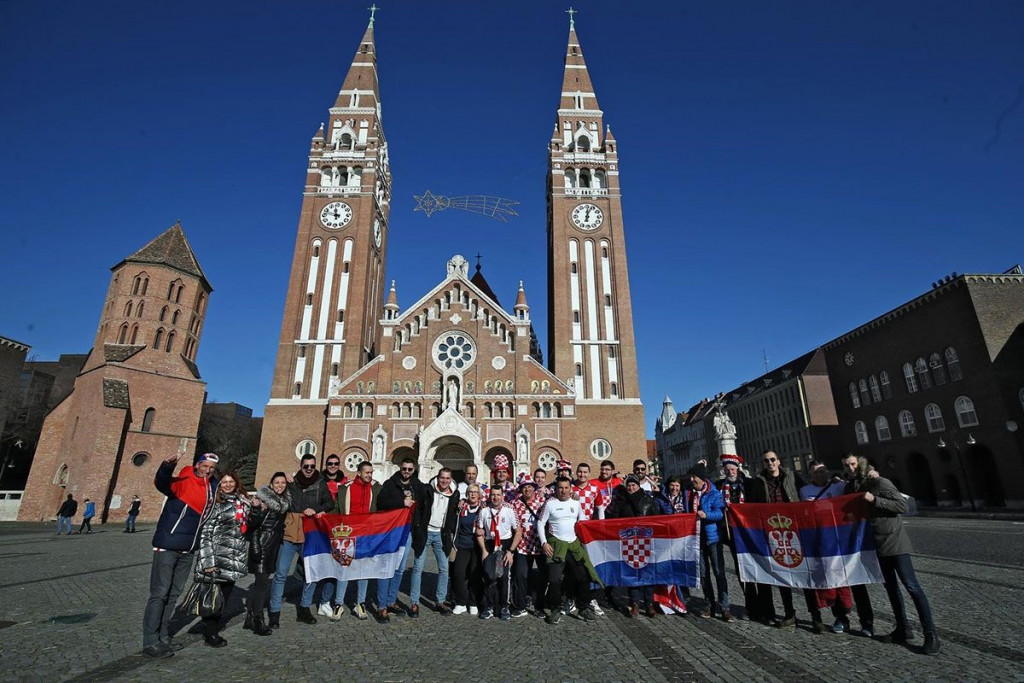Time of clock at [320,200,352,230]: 11:47
